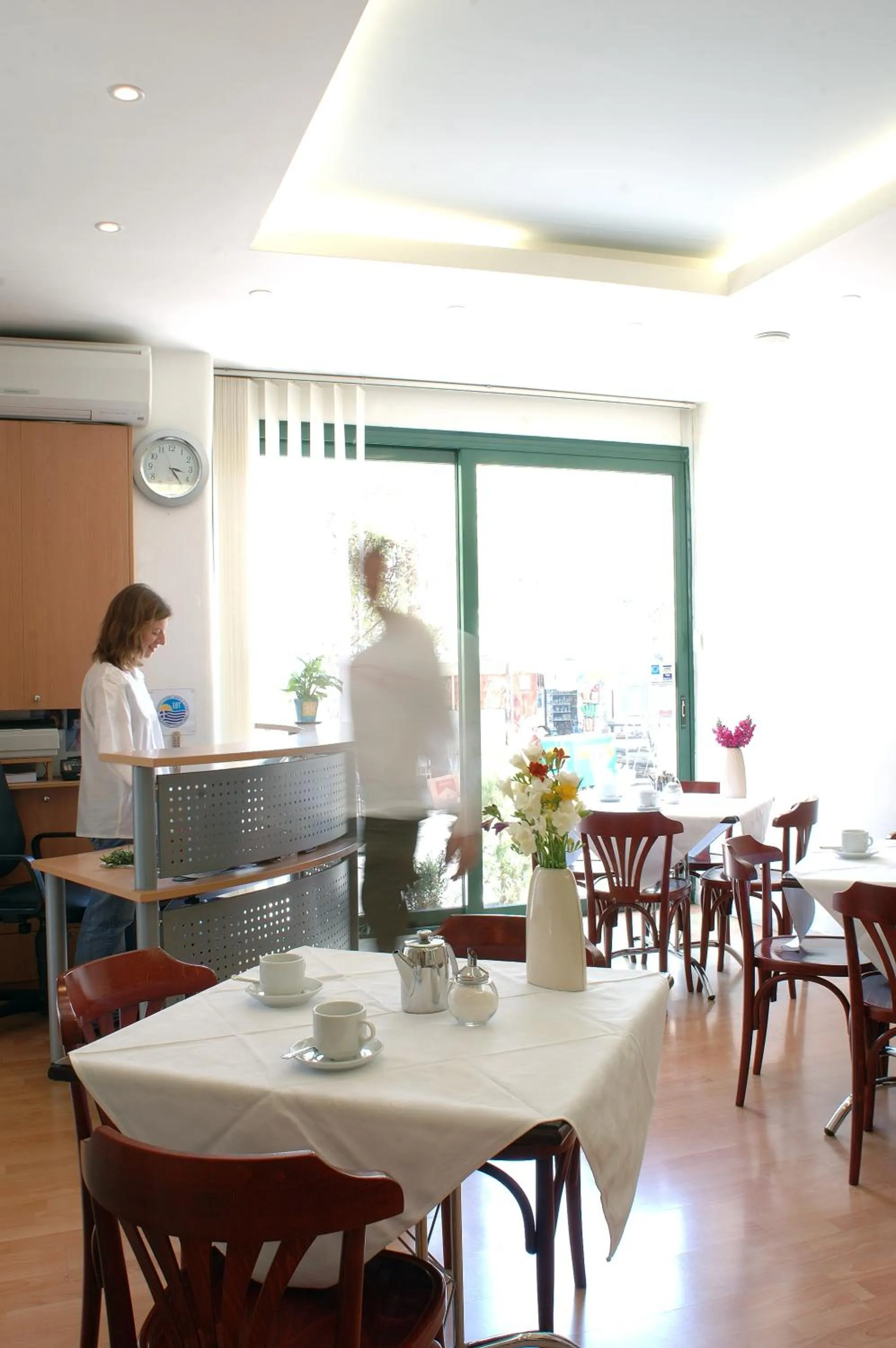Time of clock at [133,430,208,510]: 3:23
